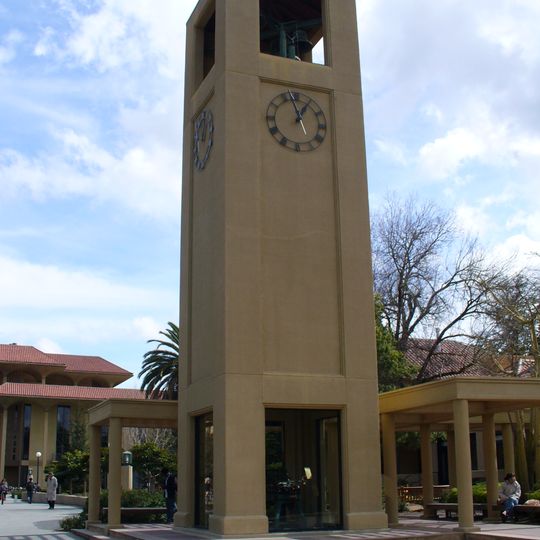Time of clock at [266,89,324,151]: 12:57
